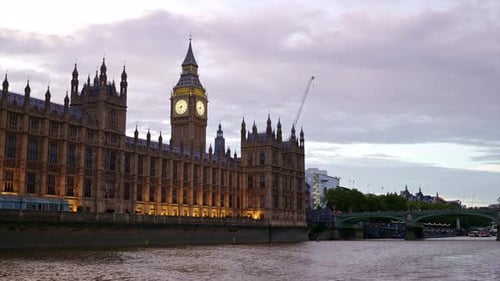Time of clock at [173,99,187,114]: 8:32
